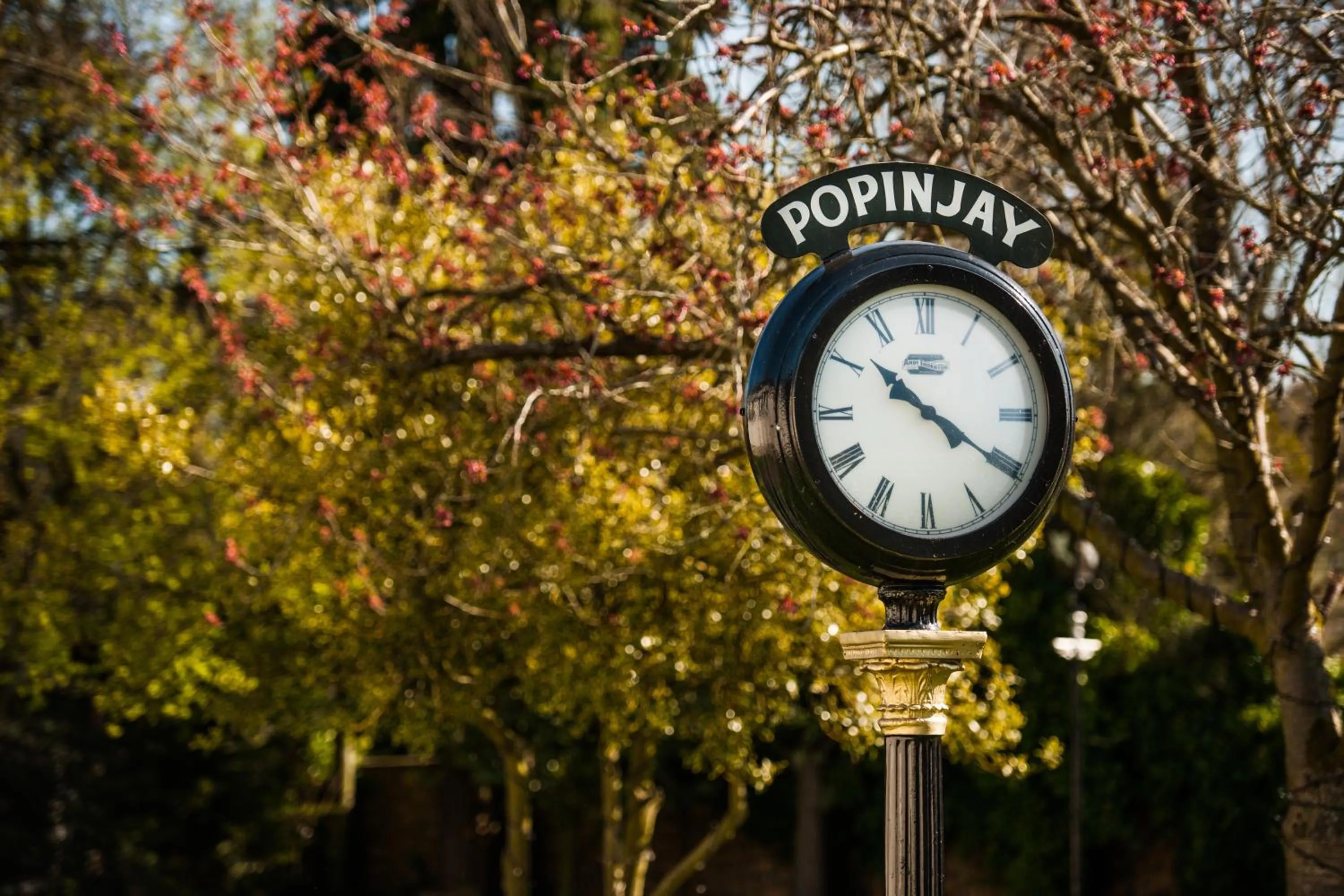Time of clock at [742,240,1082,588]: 10:20
